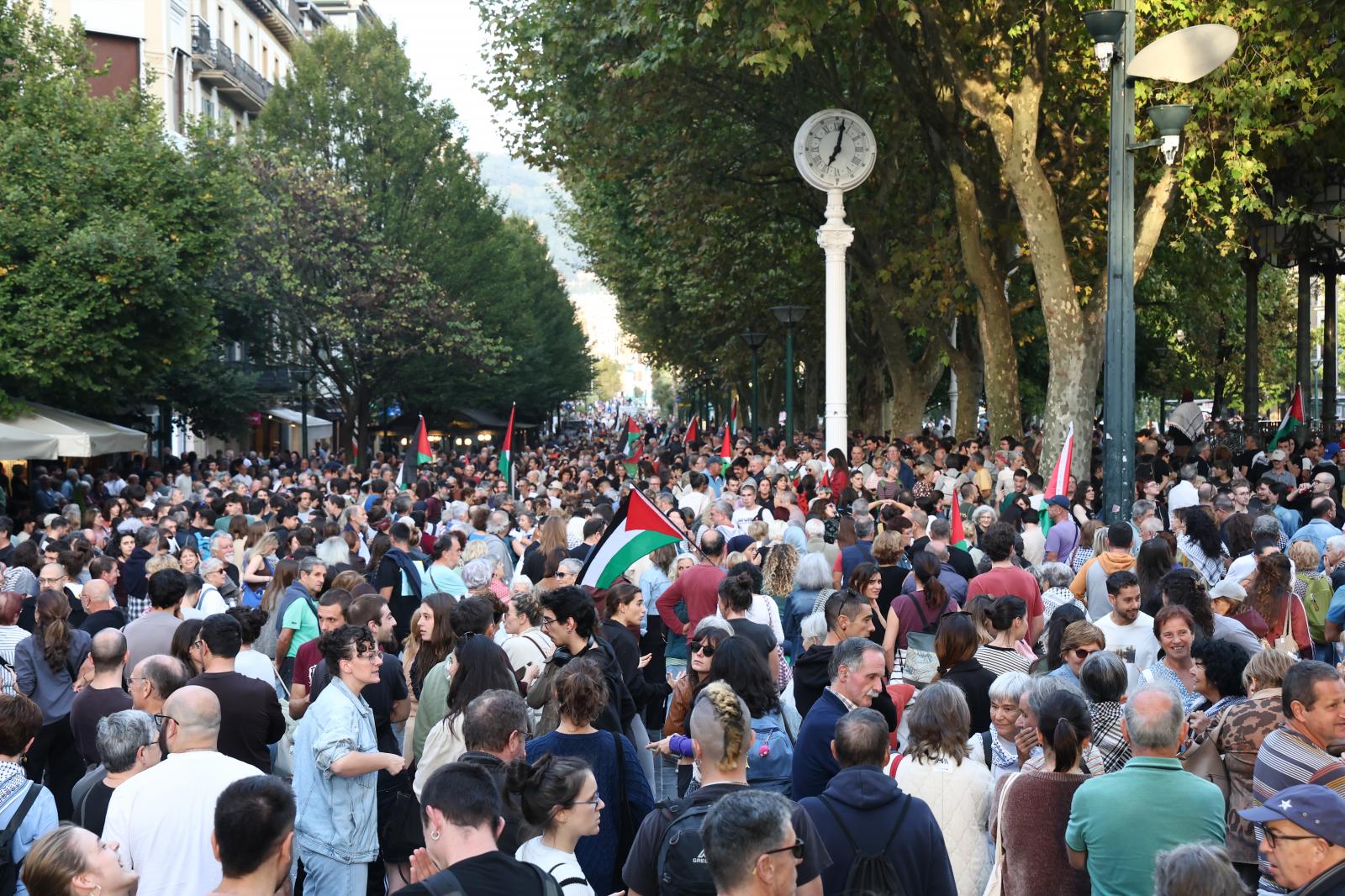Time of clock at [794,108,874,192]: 7:02
